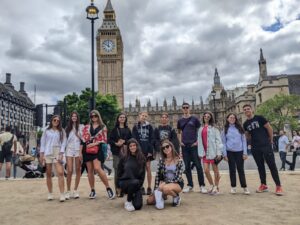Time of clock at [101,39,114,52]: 11:51
